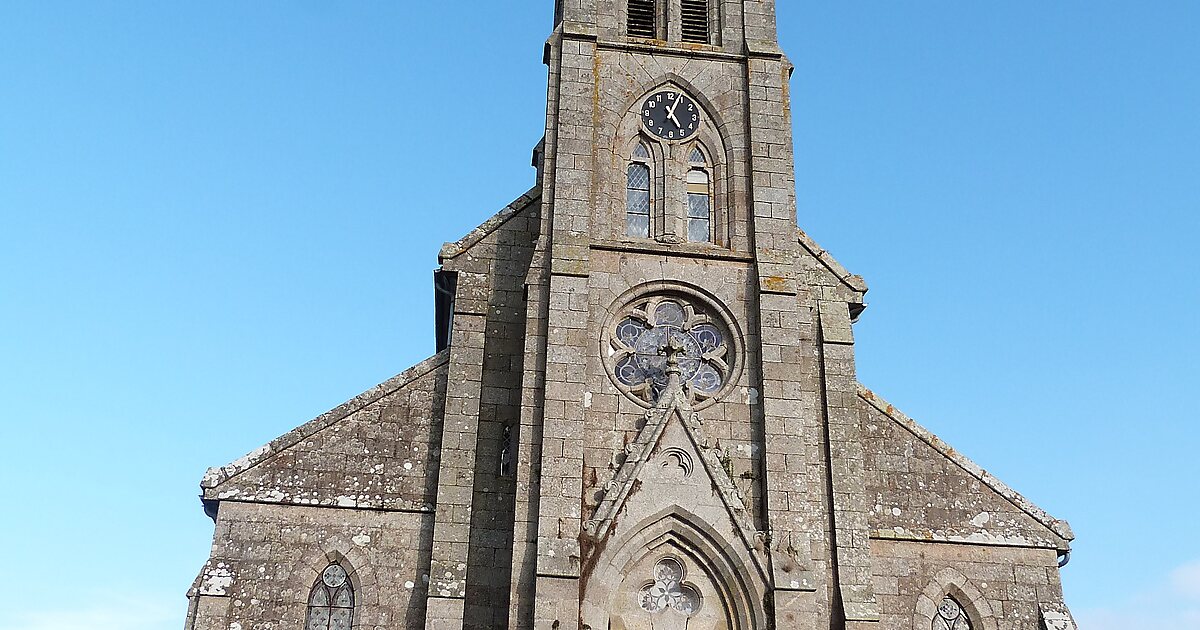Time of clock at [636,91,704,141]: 5:04
